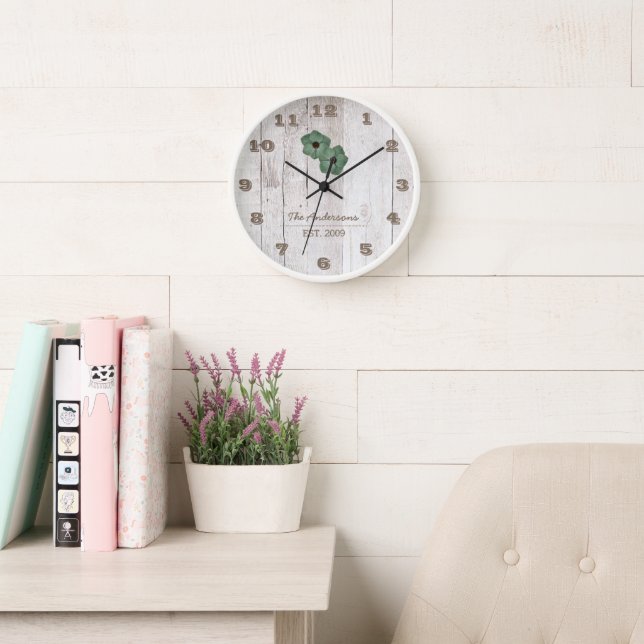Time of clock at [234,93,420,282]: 12:09
